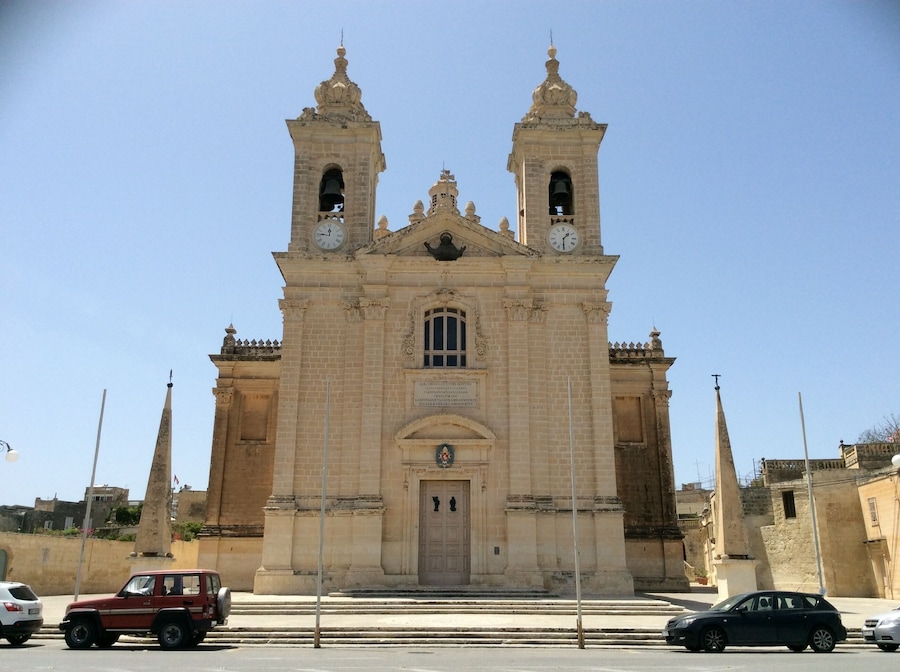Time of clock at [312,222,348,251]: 11:46
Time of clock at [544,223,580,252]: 1:30
